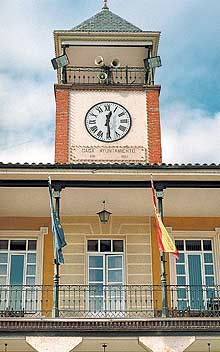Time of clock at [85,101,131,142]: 12:29
